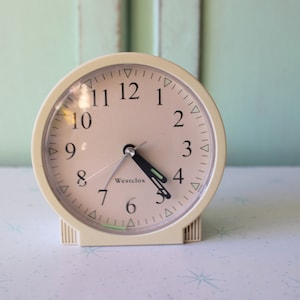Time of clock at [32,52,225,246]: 4:23
